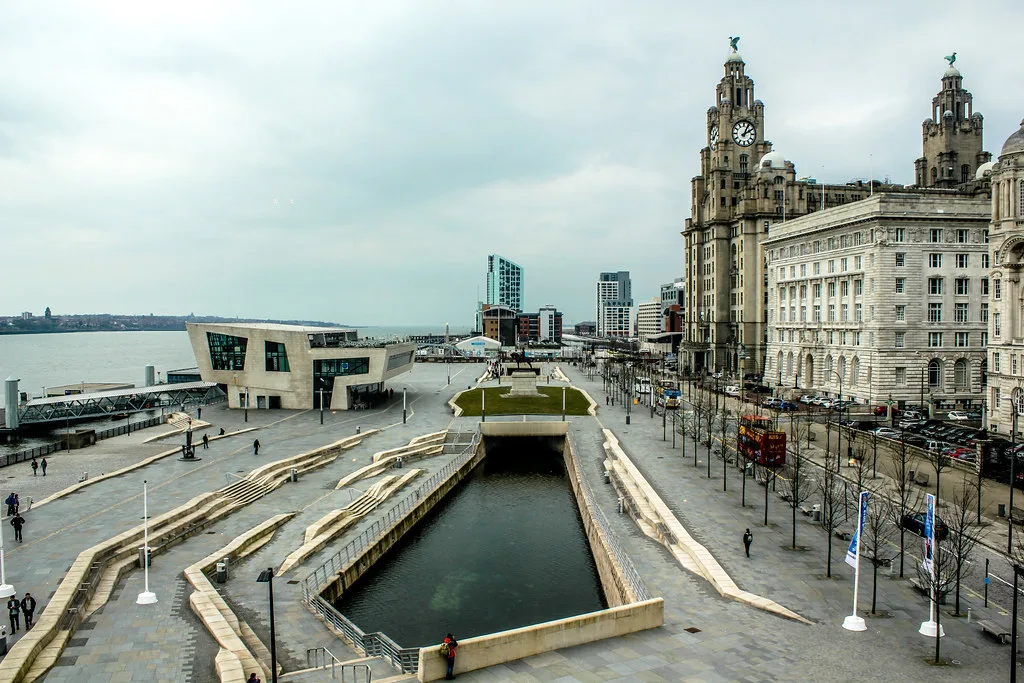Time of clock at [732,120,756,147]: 2:04
